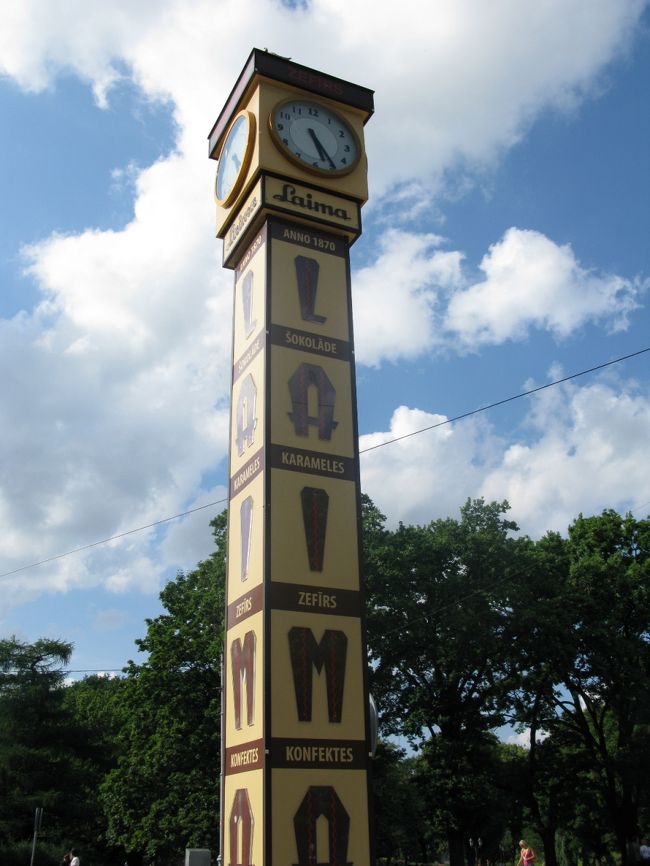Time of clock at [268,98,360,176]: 5:24
